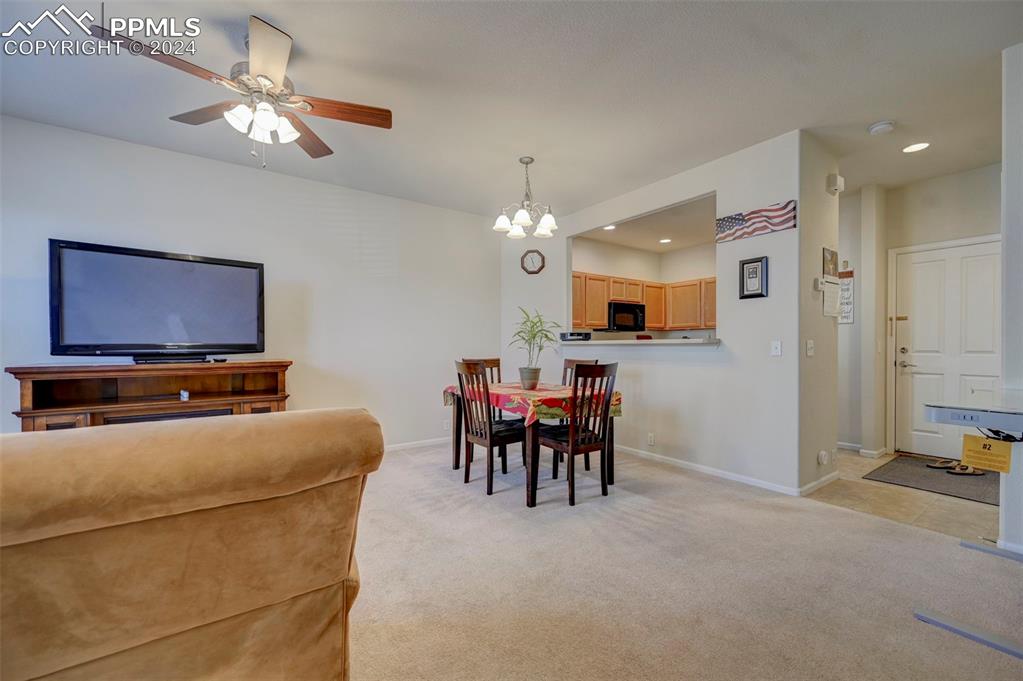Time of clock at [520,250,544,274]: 11:26
